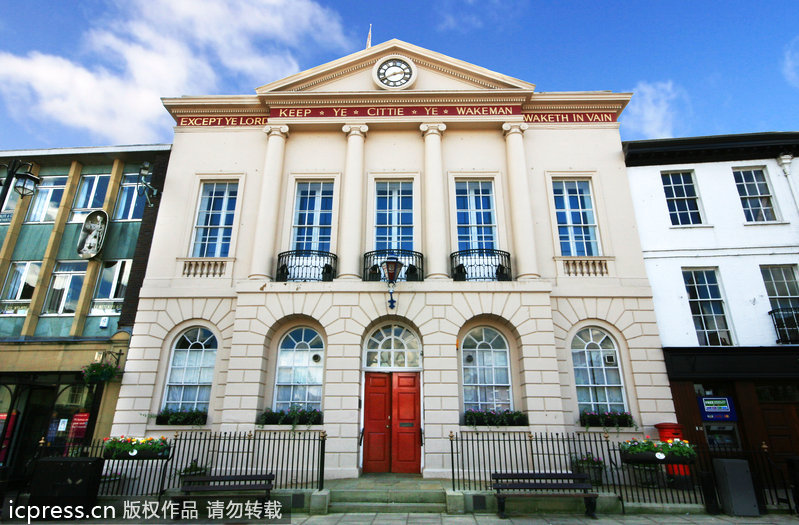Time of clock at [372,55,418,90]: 2:40
